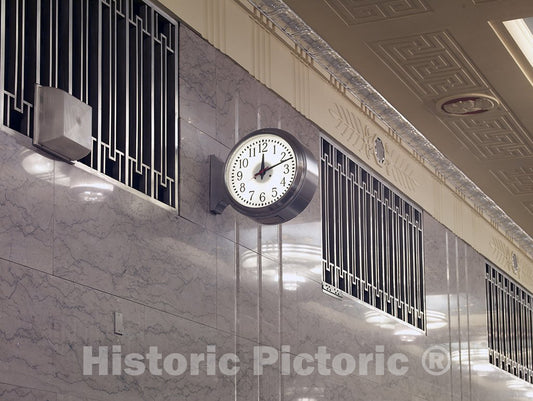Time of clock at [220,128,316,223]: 12:11
